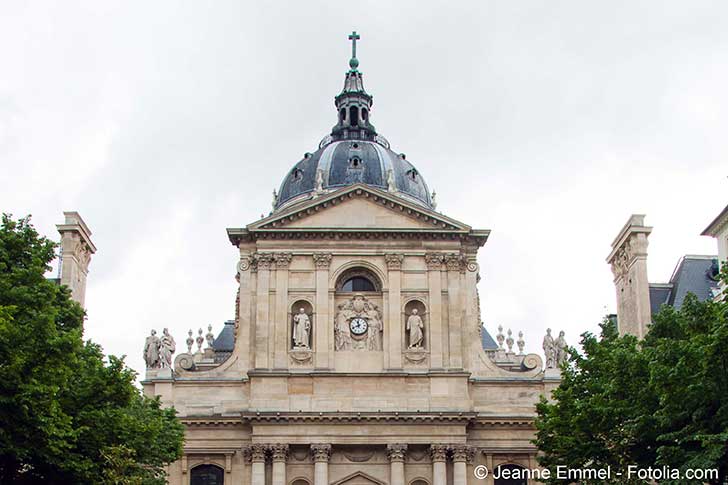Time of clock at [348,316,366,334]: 11:41
